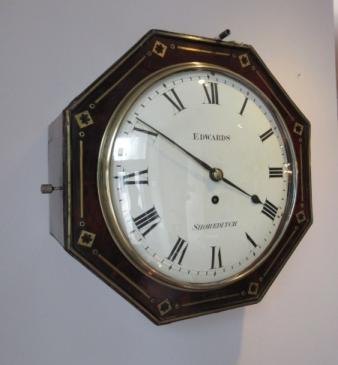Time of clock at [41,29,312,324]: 3:50
